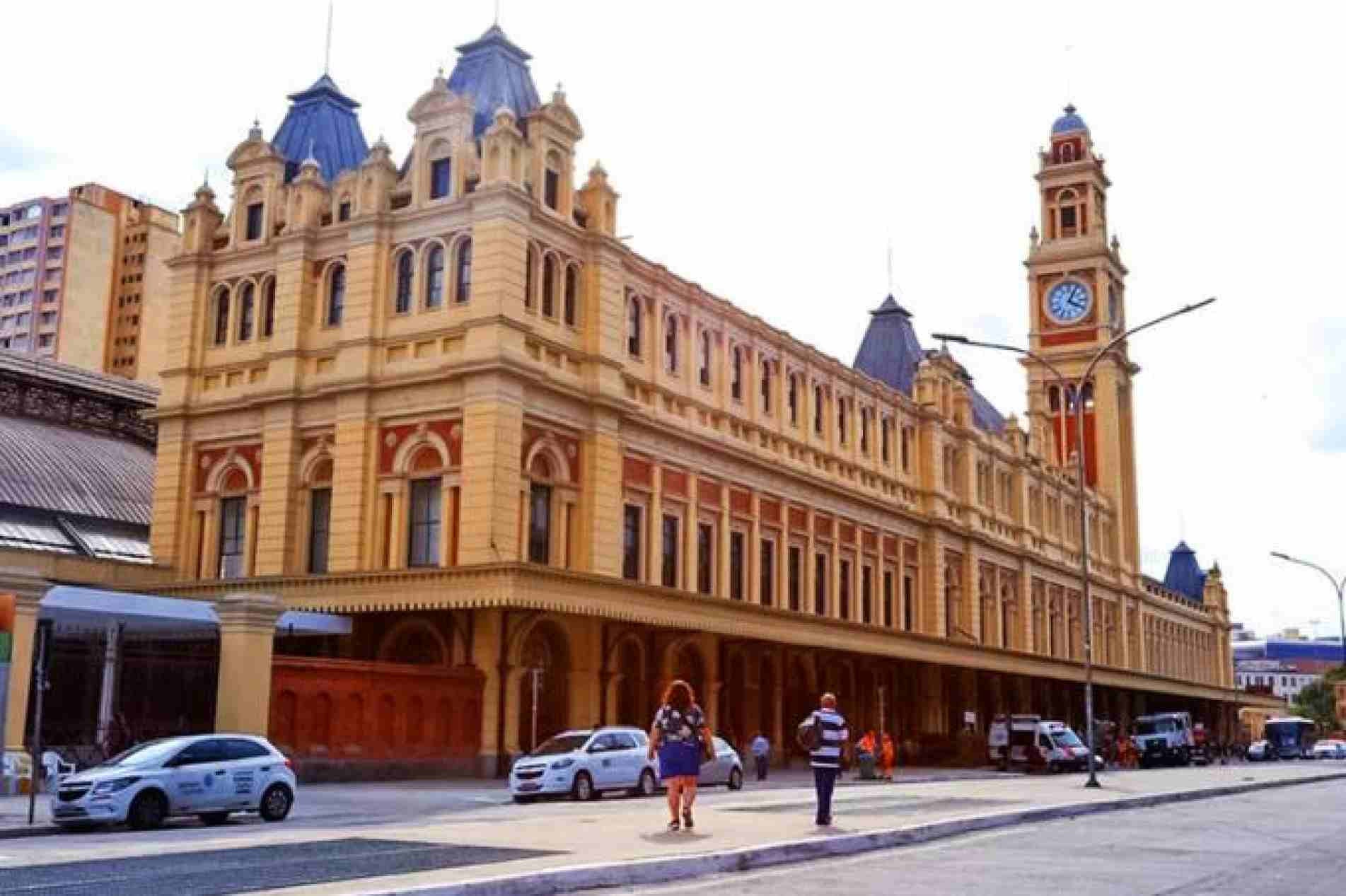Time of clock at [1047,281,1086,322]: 4:04
